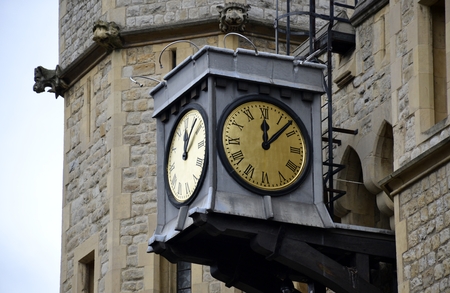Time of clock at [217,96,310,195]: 12:07
